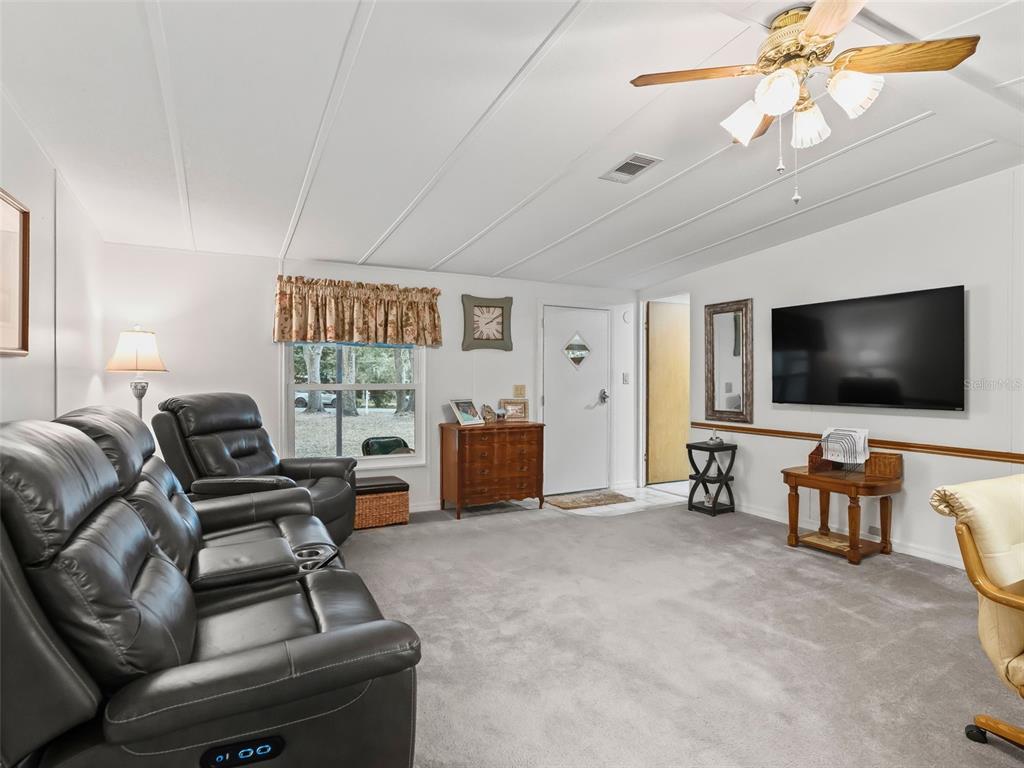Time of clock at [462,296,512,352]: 2:09
